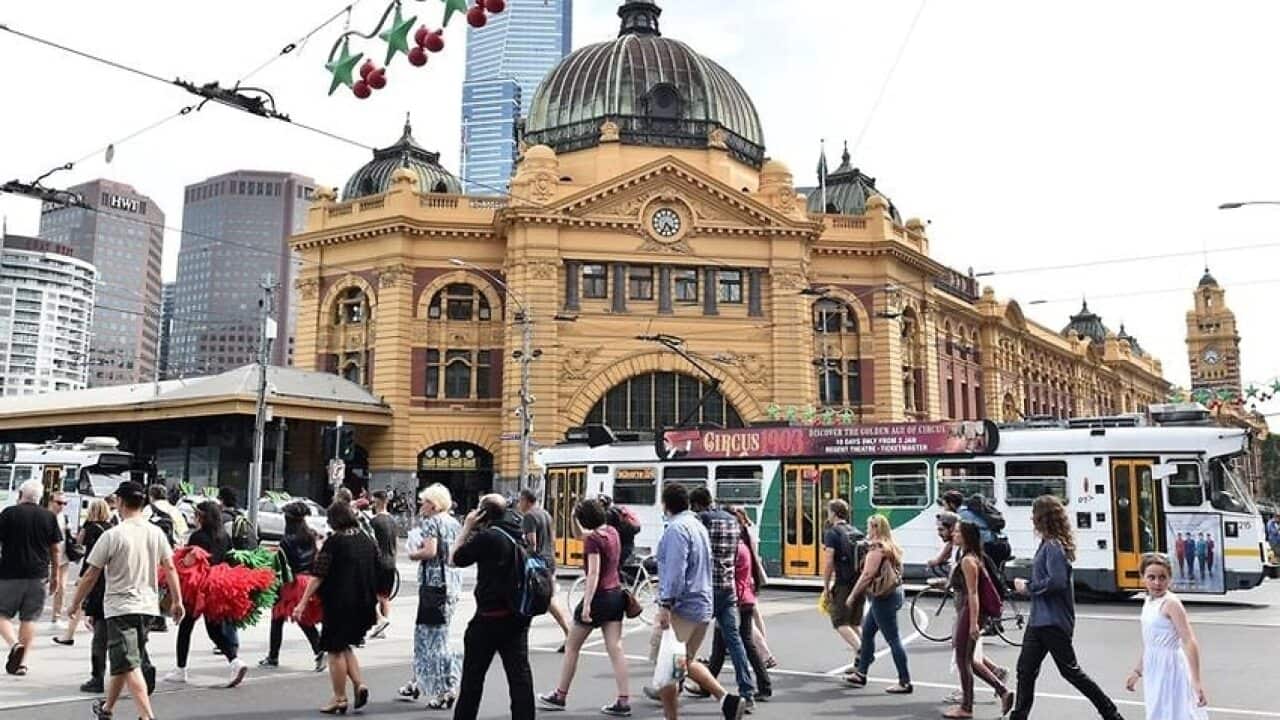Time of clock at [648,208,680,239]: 4:34
